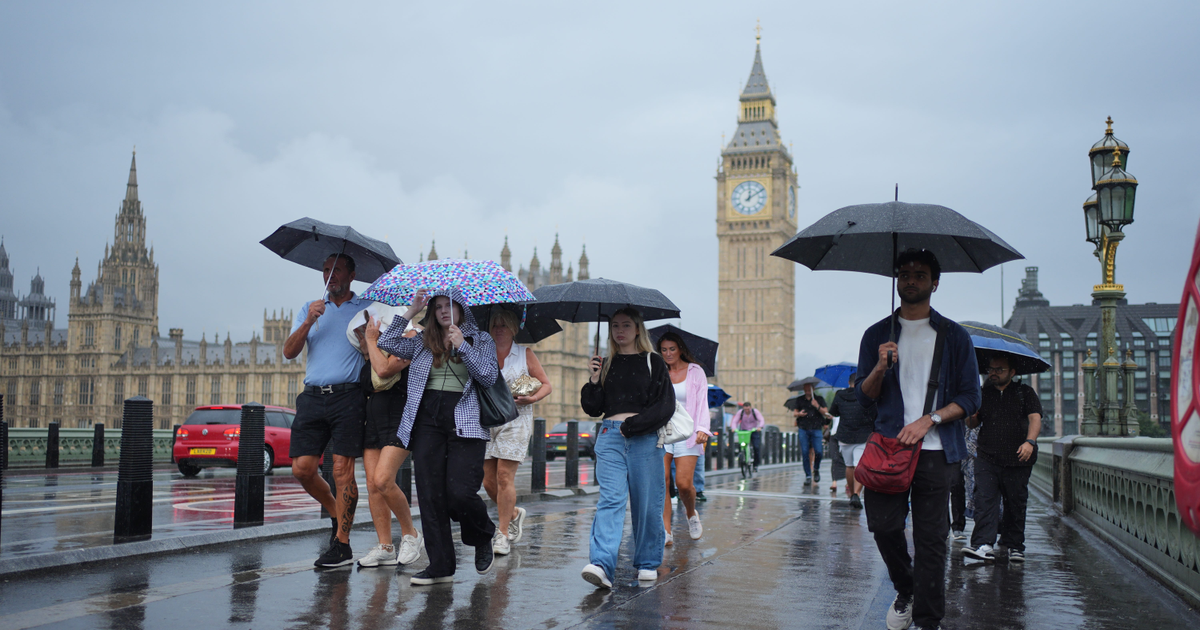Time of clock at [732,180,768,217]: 12:09
